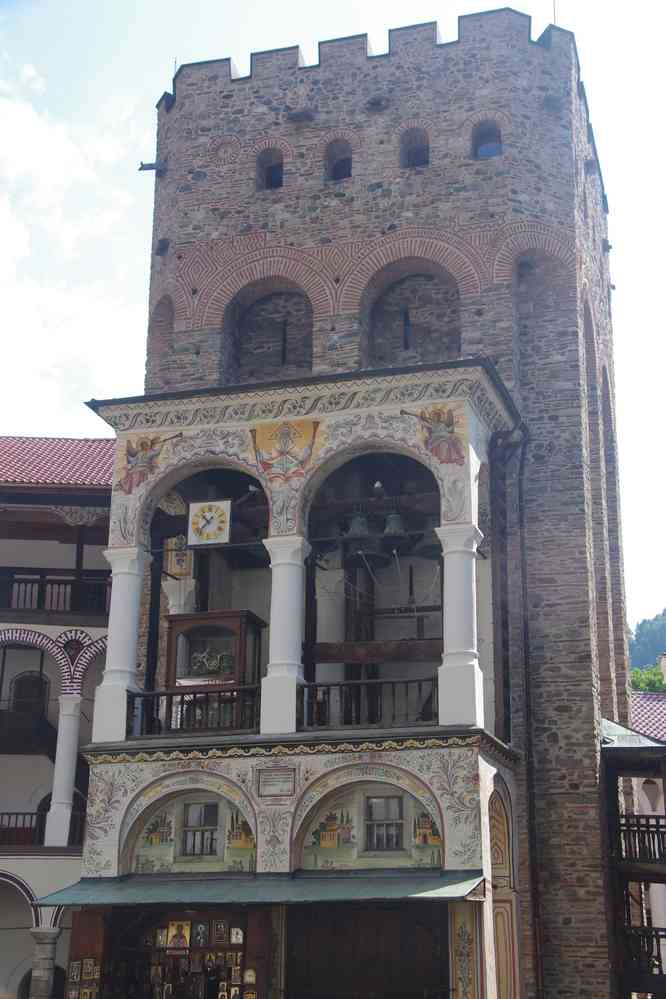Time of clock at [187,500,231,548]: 10:37
